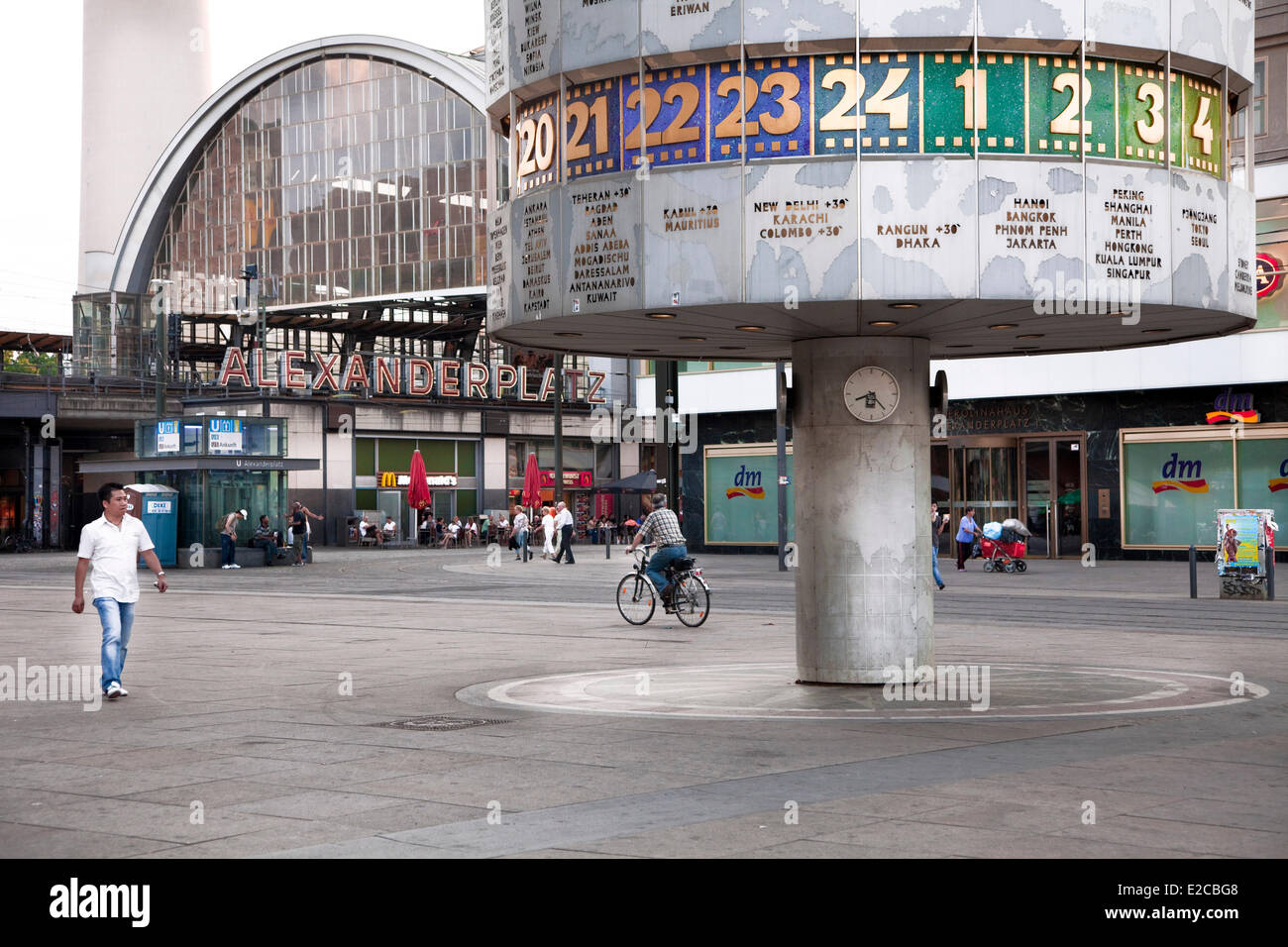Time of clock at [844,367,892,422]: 8:23
